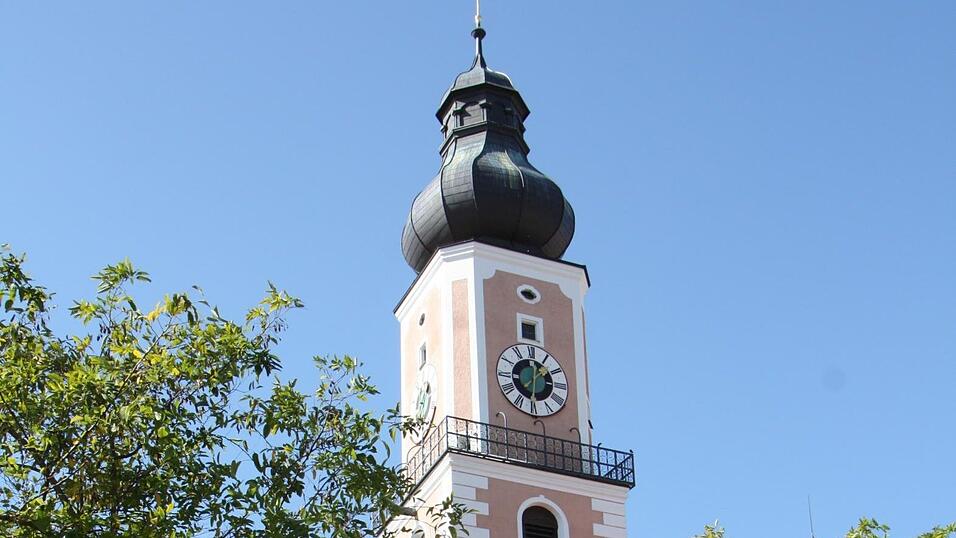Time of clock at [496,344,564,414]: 12:07
